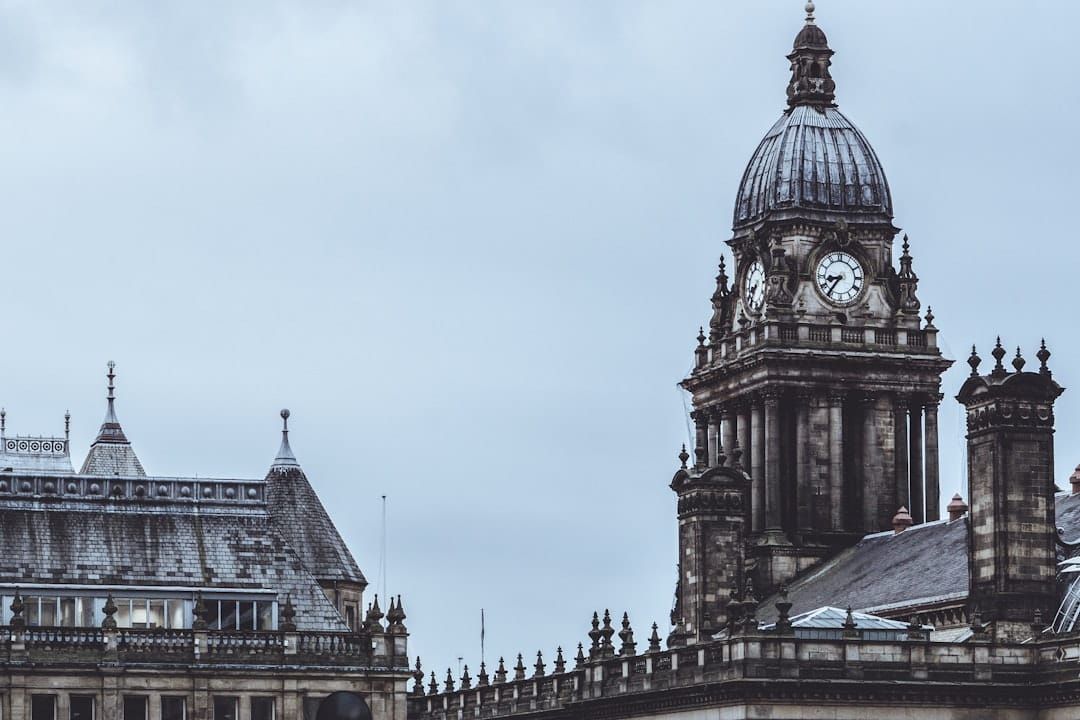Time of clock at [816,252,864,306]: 8:36
